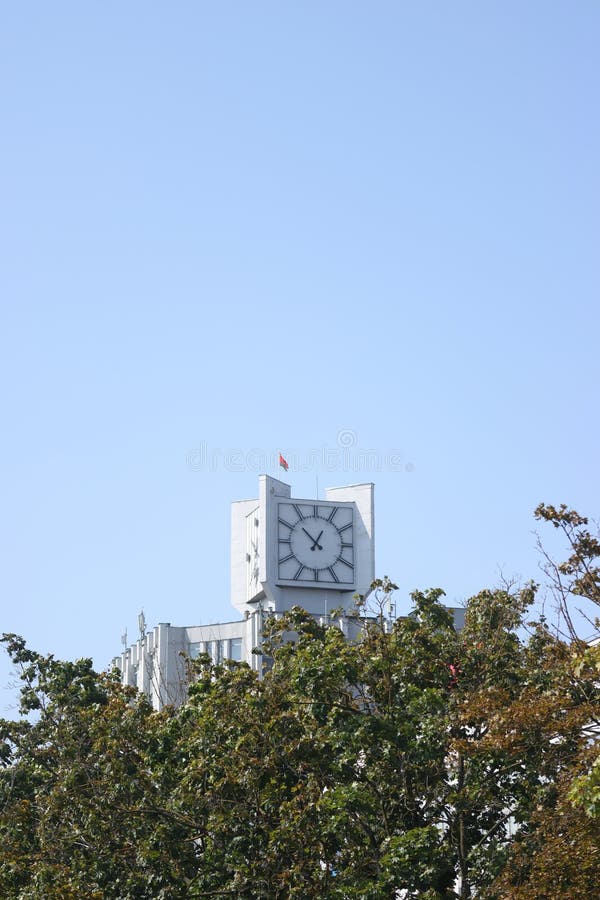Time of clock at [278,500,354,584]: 12:52
